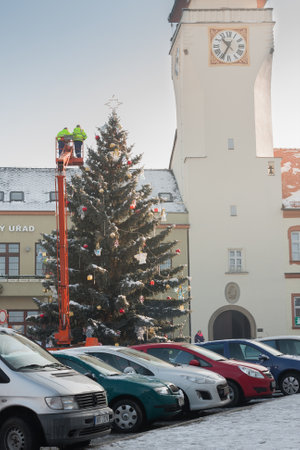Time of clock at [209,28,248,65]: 10:34
